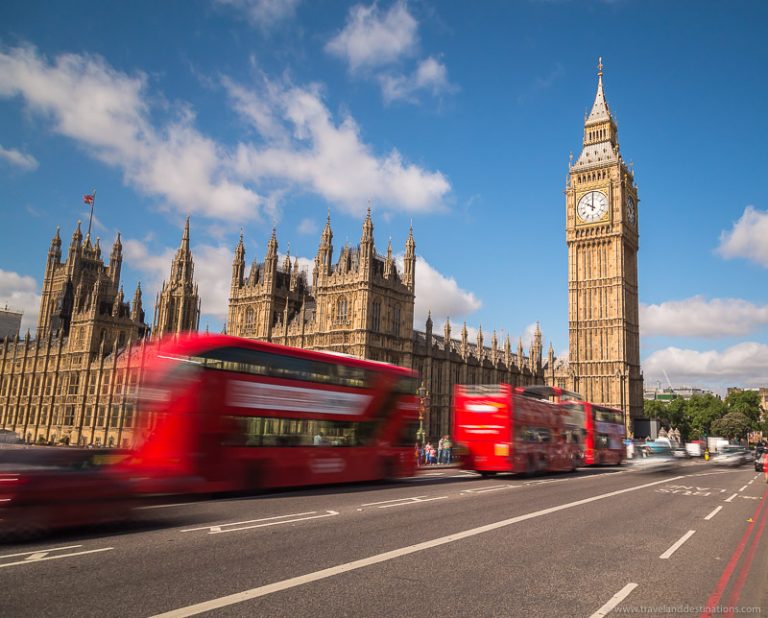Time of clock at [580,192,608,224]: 10:00
